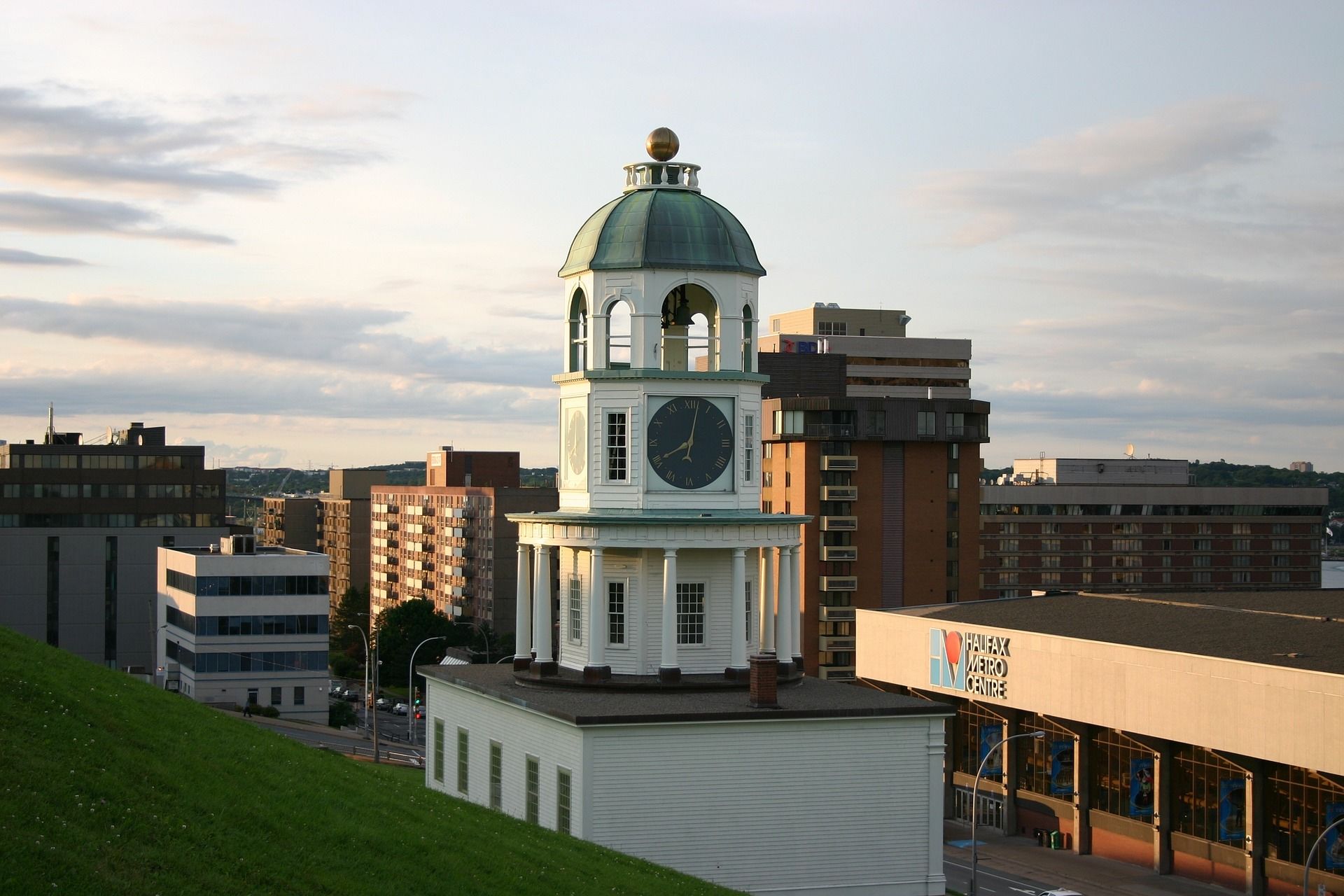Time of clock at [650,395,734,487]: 8:02
